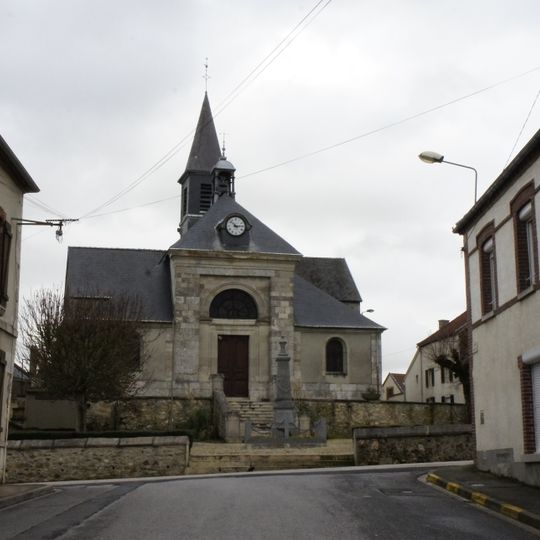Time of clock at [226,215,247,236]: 2:52
